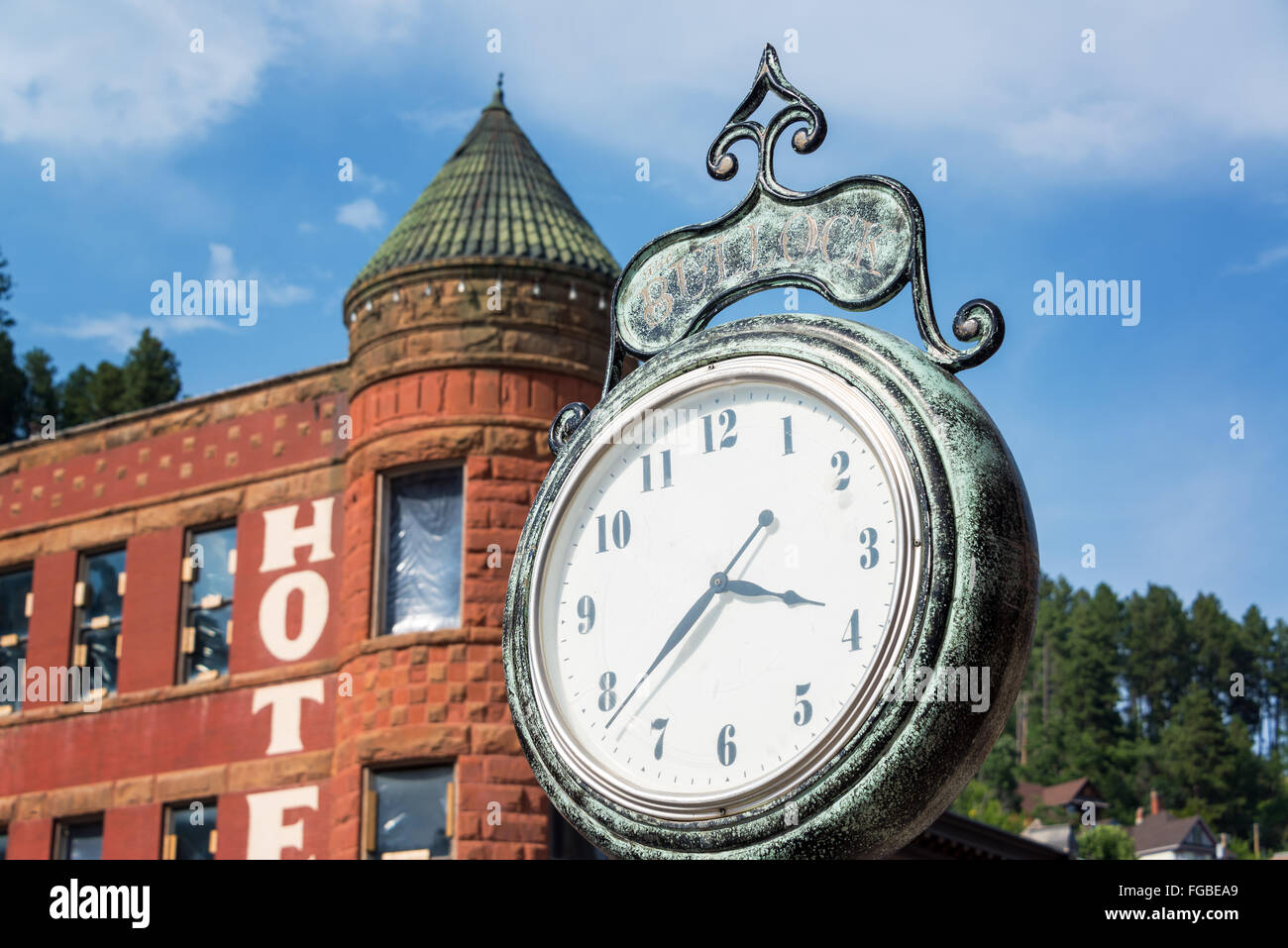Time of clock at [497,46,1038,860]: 3:38
